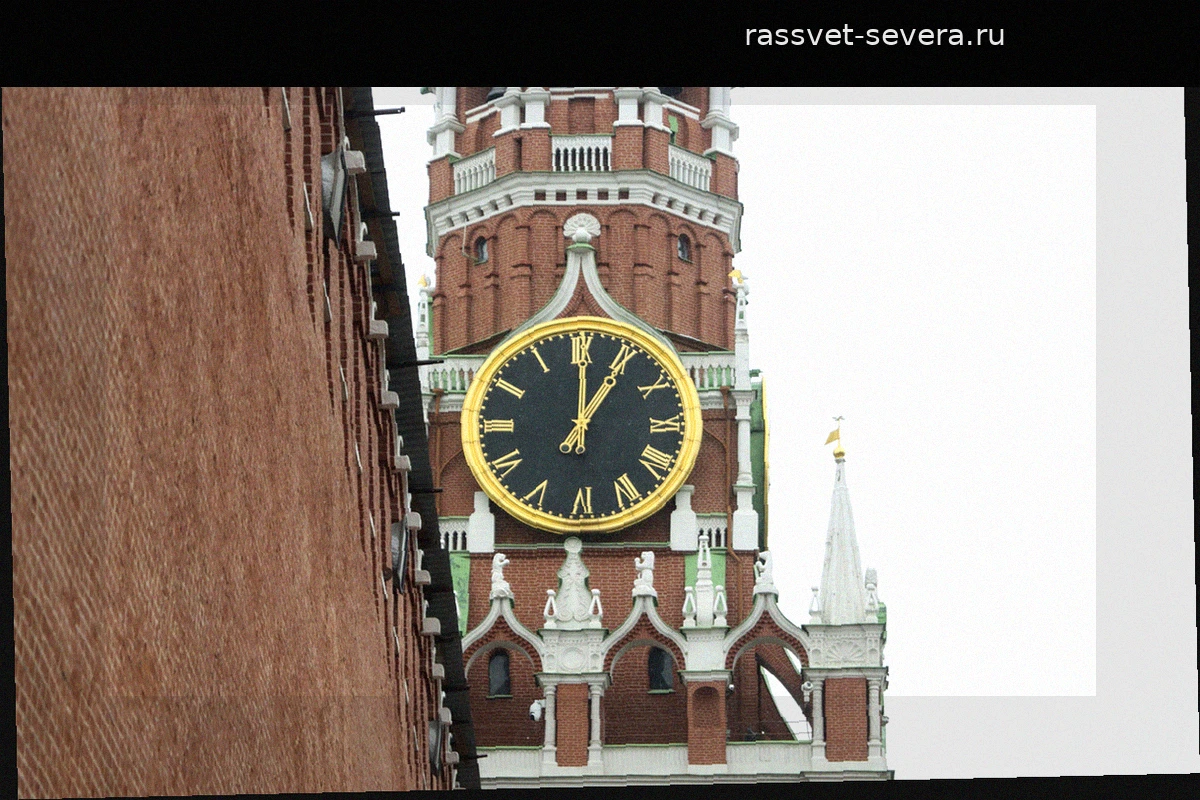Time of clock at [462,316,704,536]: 1:00
